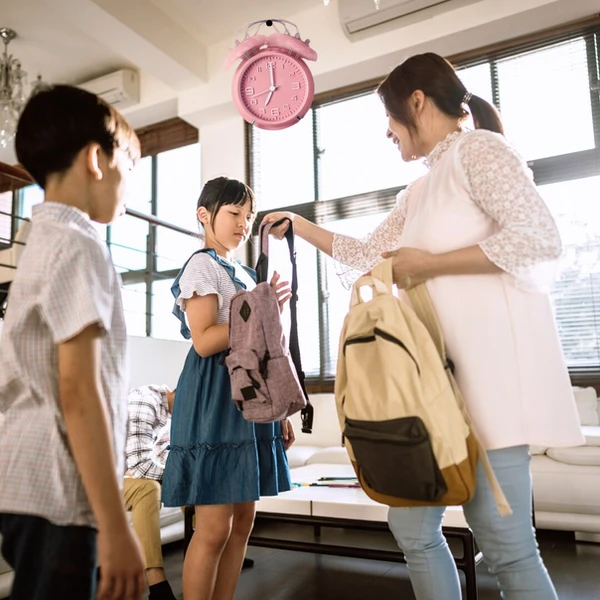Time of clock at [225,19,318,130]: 7:00
